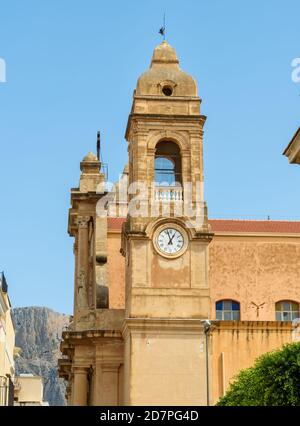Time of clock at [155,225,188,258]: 12:57
